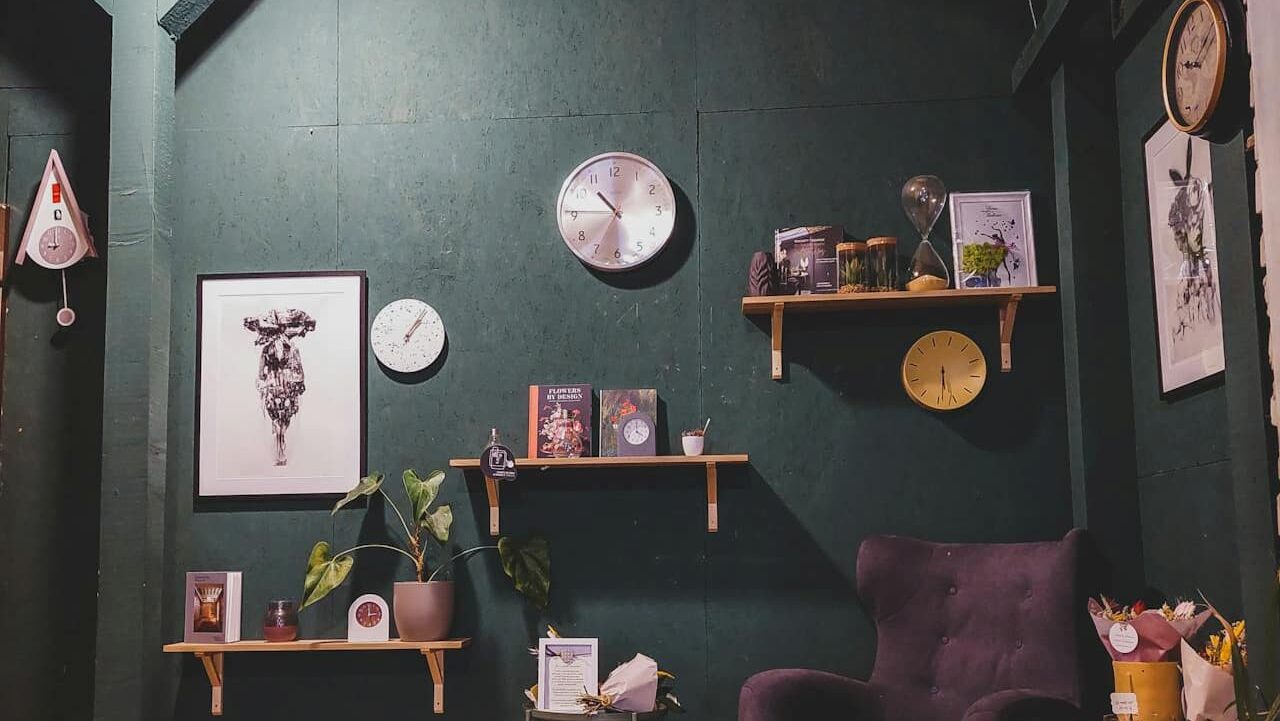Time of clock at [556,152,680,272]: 10:45
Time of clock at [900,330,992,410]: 5:28
